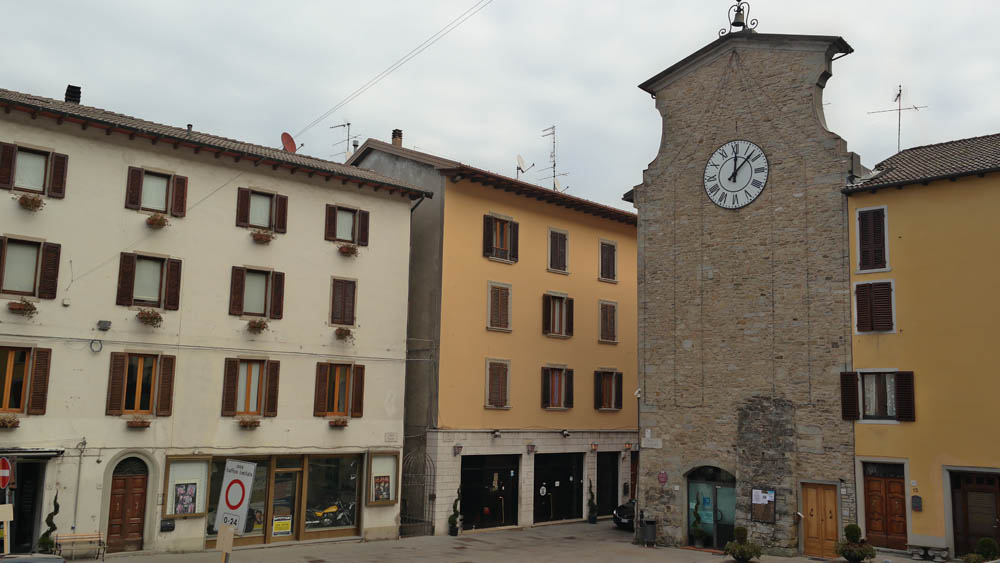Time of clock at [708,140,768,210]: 12:07
